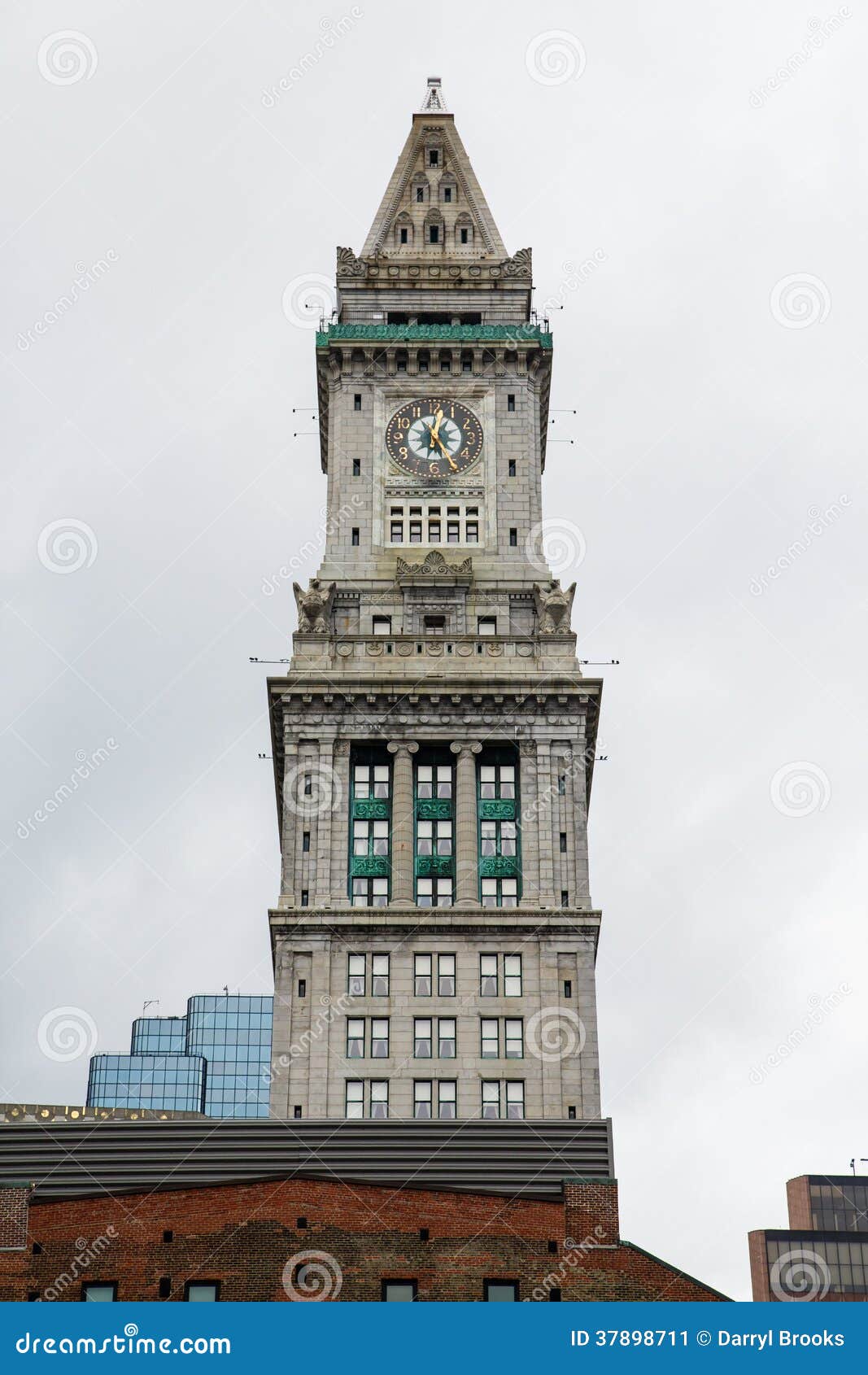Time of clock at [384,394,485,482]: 12:26
